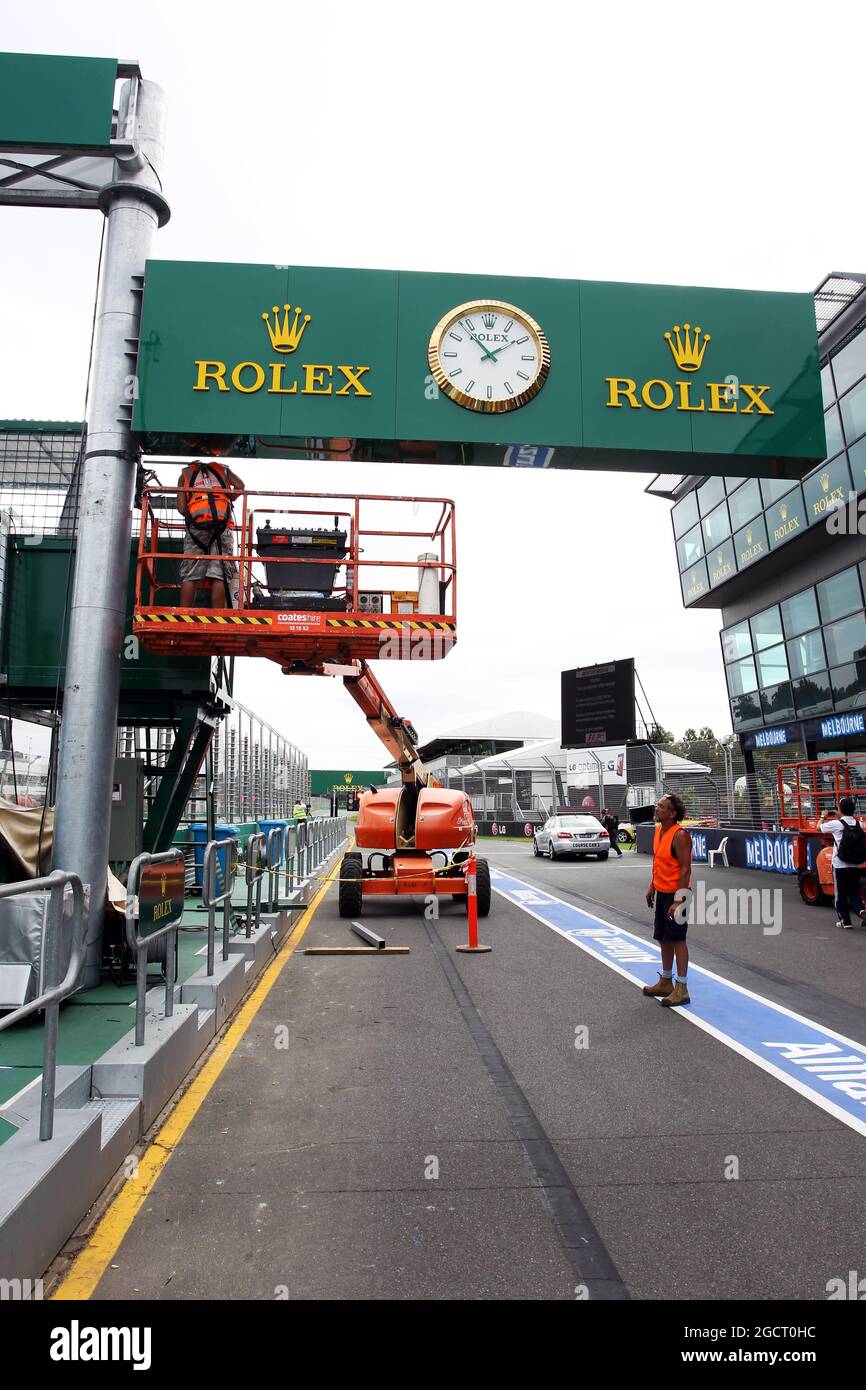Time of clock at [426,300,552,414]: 1:53
